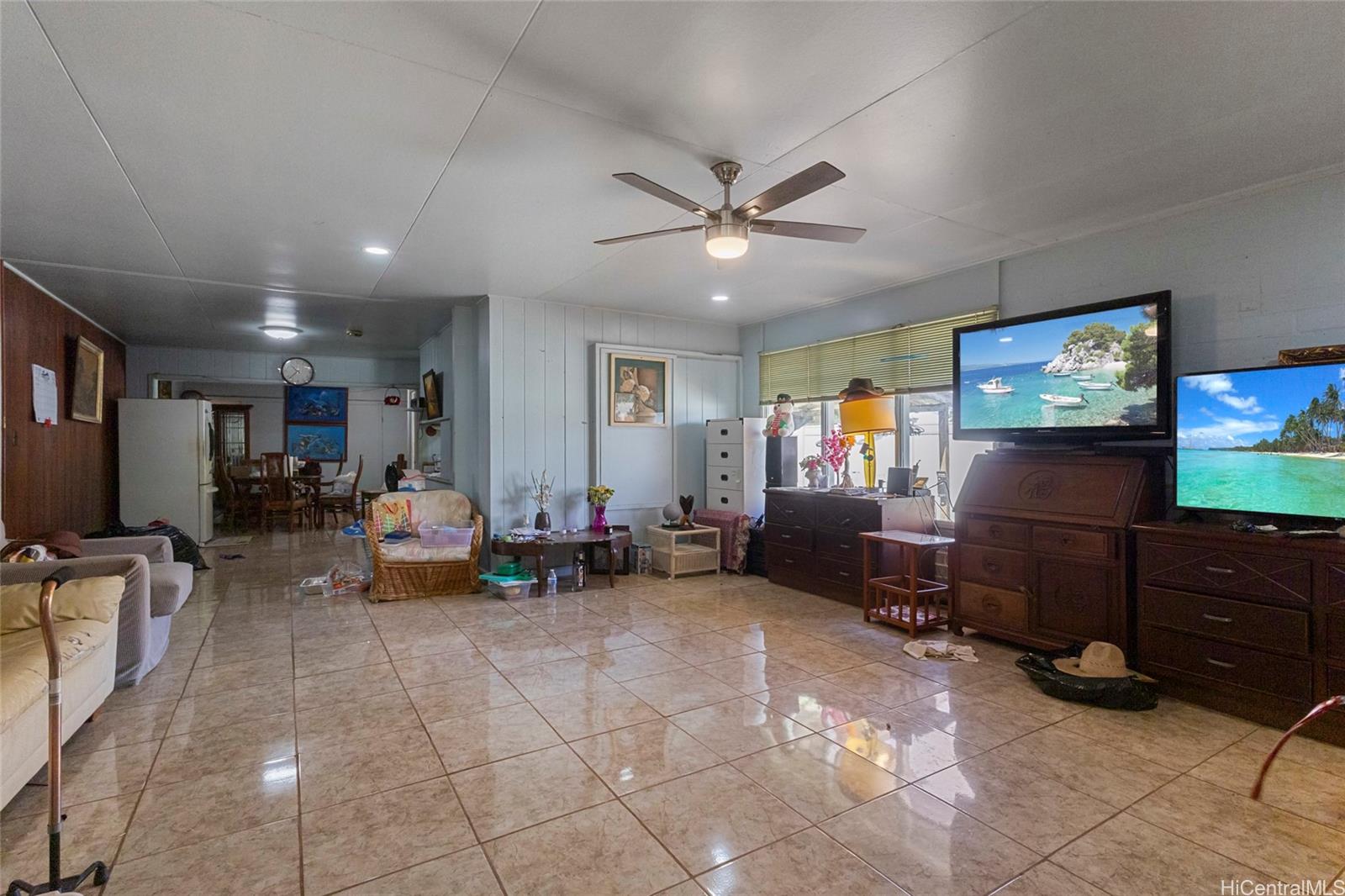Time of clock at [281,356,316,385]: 10:37
